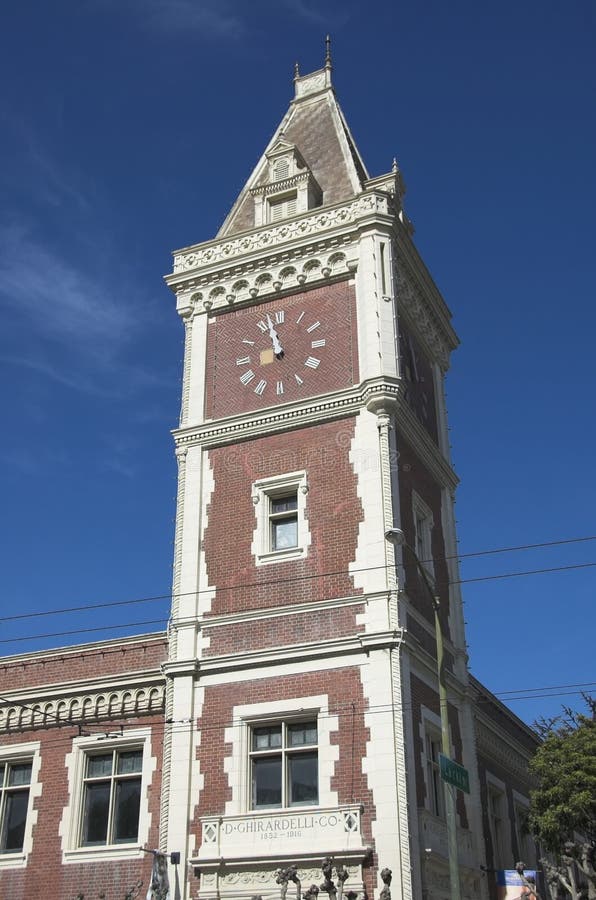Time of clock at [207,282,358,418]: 10:57
